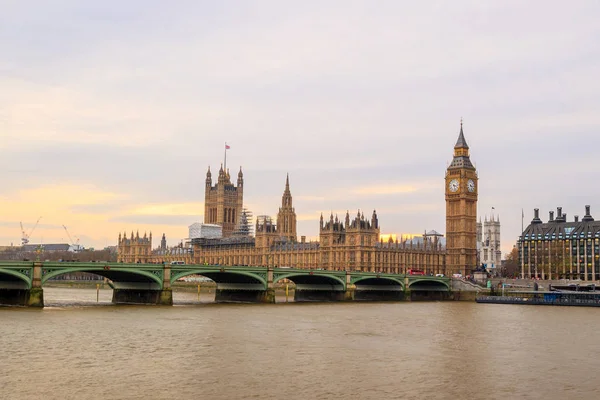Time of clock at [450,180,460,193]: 3:27
